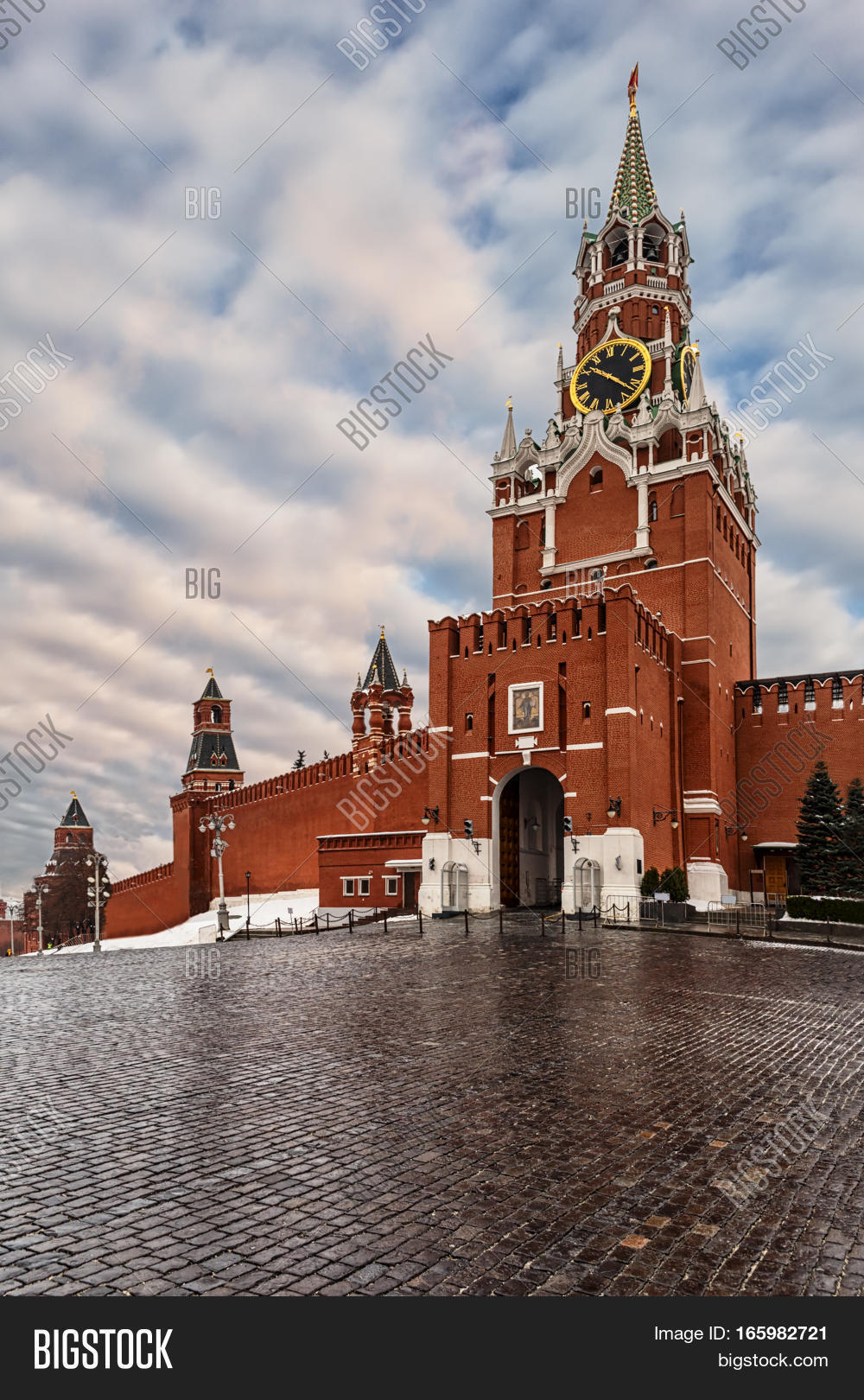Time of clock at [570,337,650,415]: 10:21
